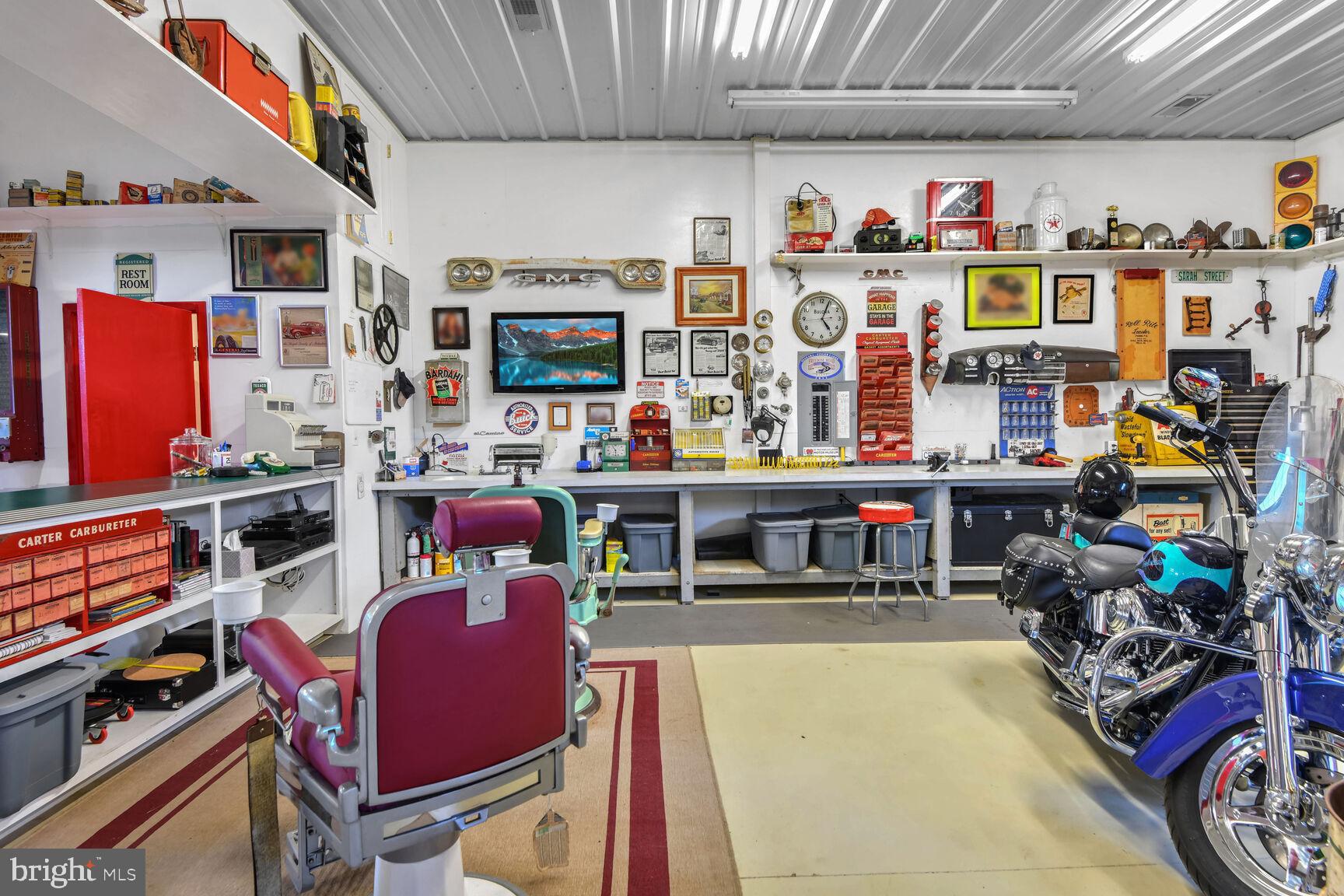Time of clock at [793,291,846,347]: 5:03
